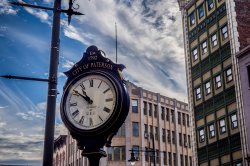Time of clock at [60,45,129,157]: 10:50
